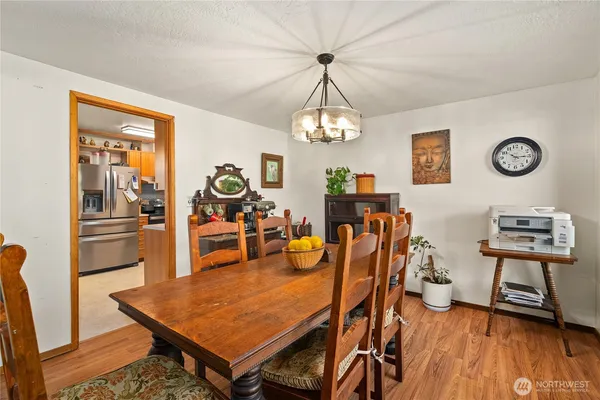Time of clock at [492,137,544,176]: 10:15
